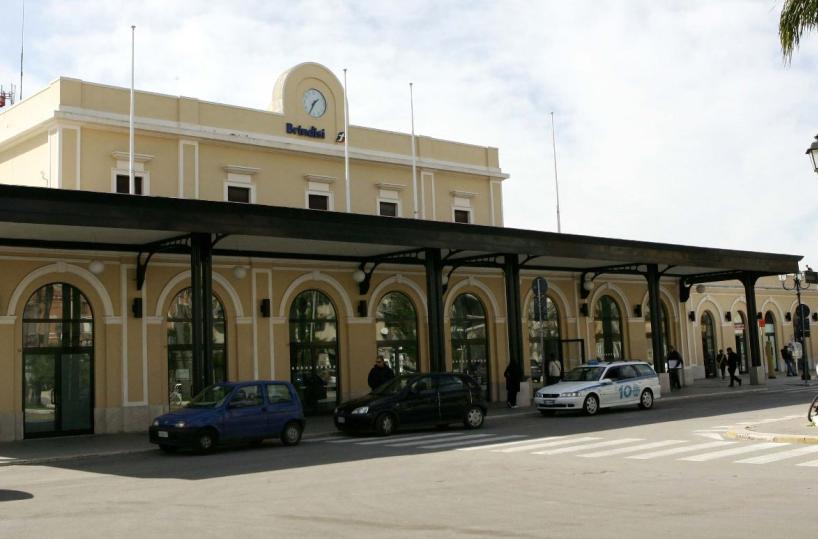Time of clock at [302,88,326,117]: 1:34
